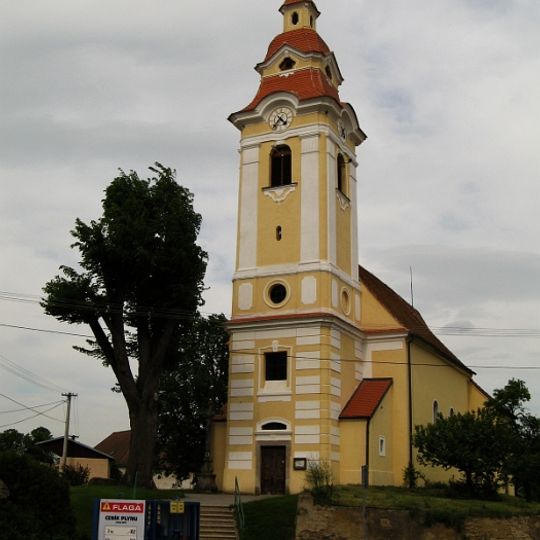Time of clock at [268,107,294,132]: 4:35
